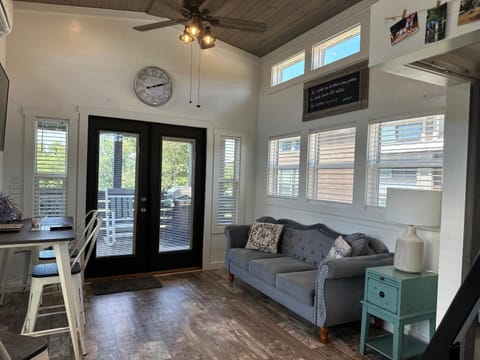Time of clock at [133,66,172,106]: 2:11
